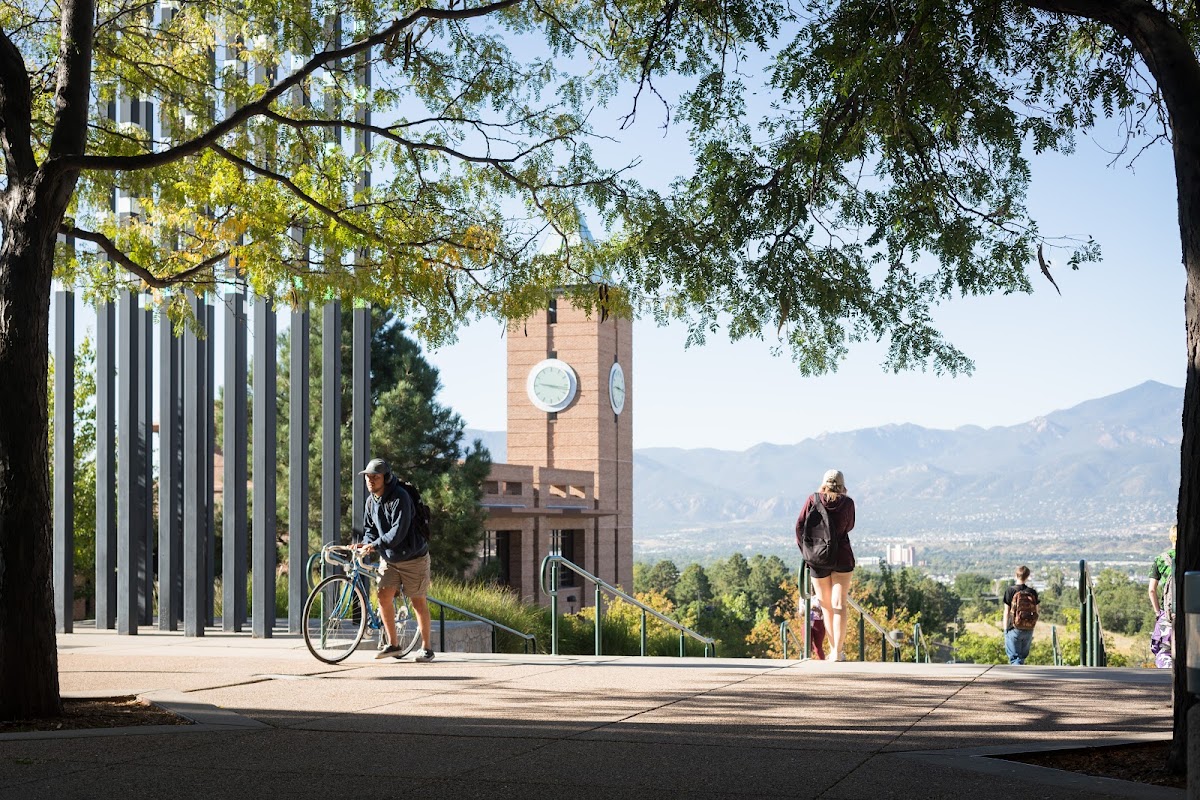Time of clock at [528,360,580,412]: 9:17
